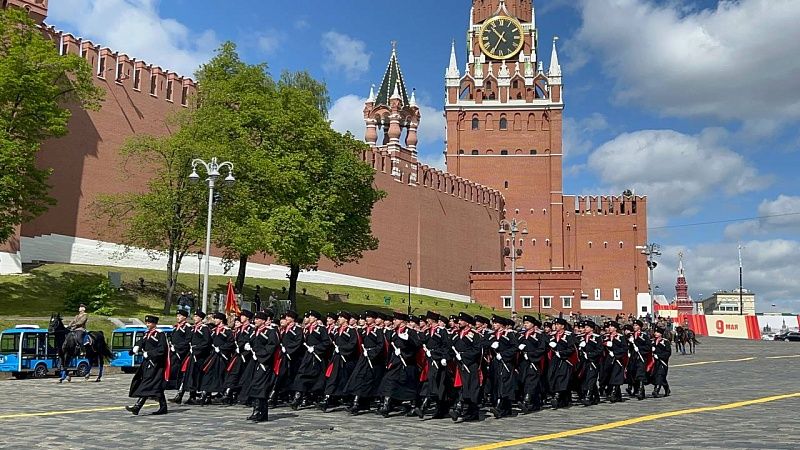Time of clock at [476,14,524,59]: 10:34
